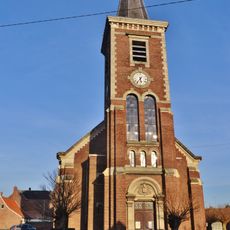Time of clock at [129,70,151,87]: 5:35
